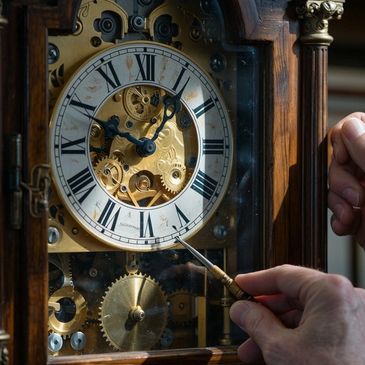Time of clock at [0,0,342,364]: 12:49
